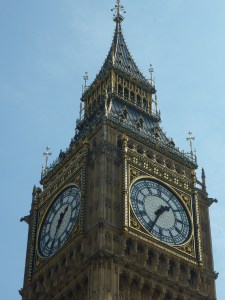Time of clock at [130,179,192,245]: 1:34
